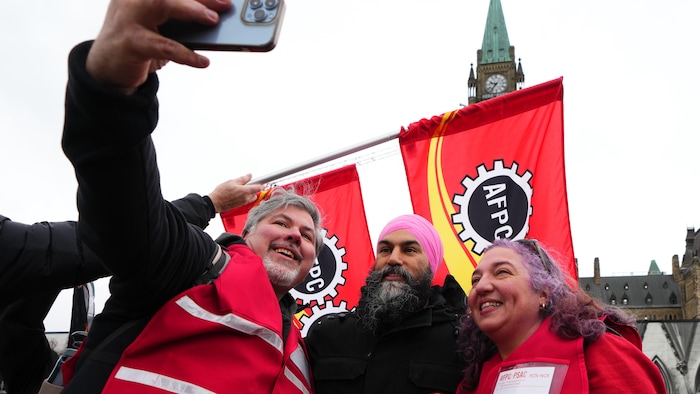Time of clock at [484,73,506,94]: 9:36
